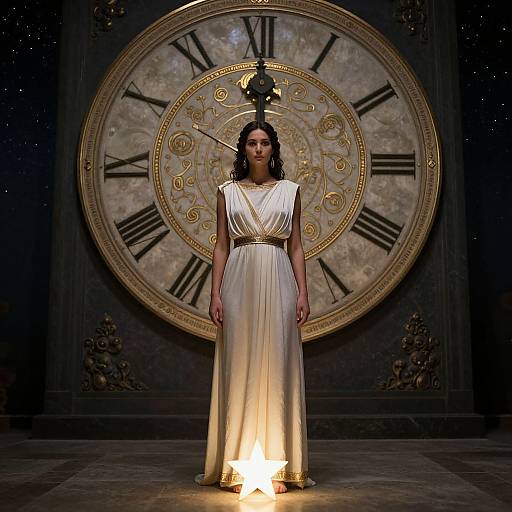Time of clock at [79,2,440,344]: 12:00
